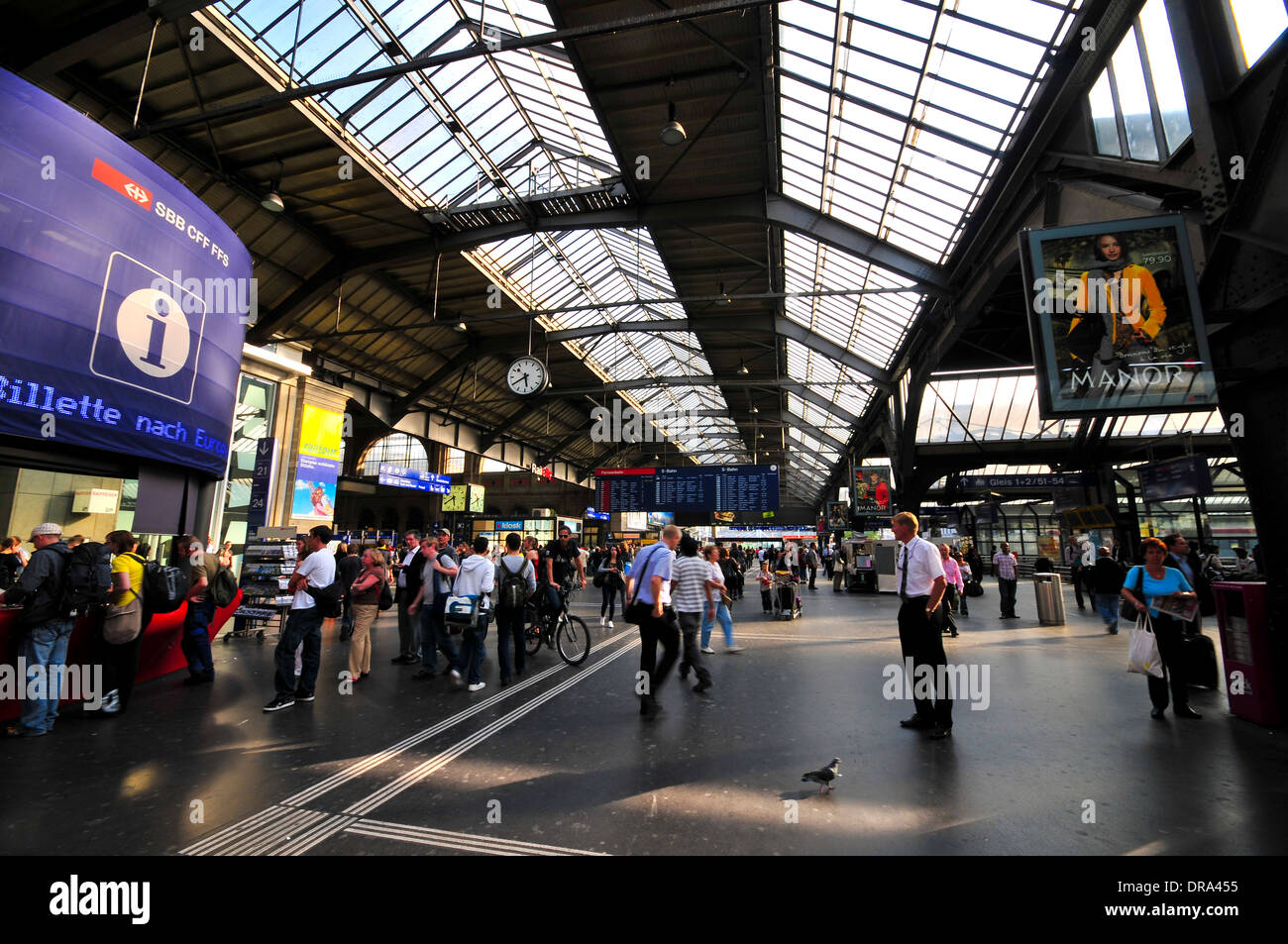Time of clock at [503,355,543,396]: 5:40
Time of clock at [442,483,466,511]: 5:40
